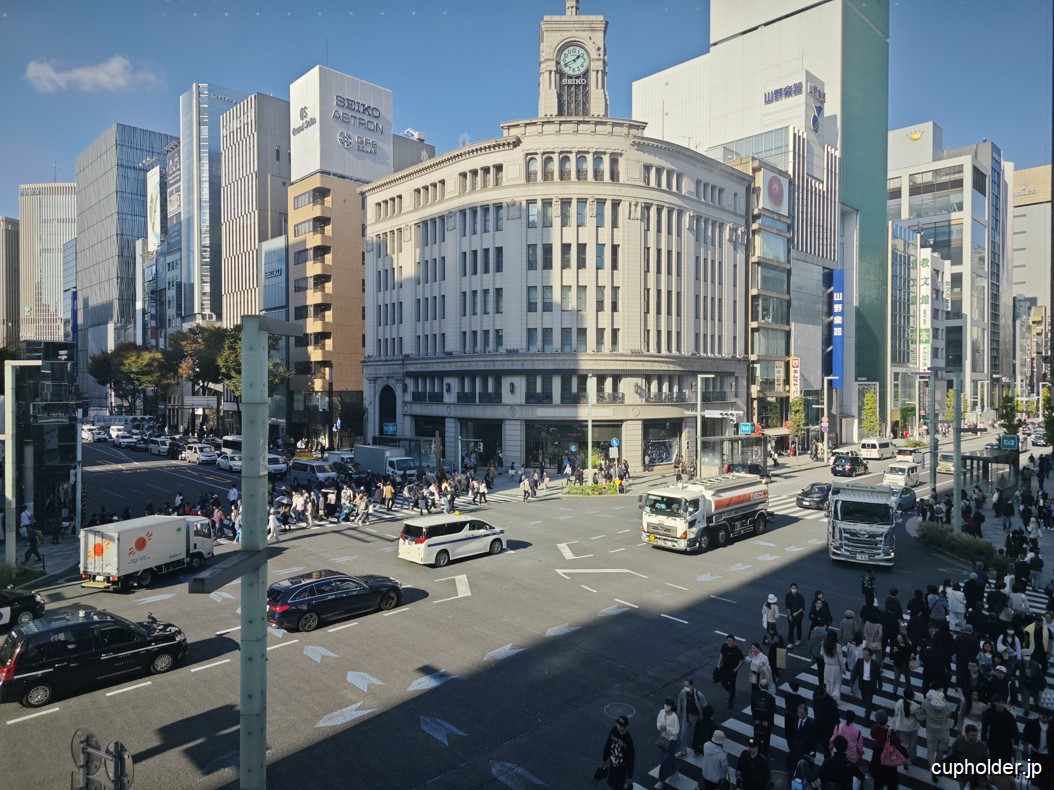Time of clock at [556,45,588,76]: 1:41
